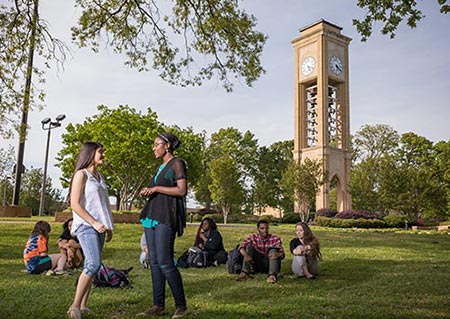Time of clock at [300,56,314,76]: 5:18
